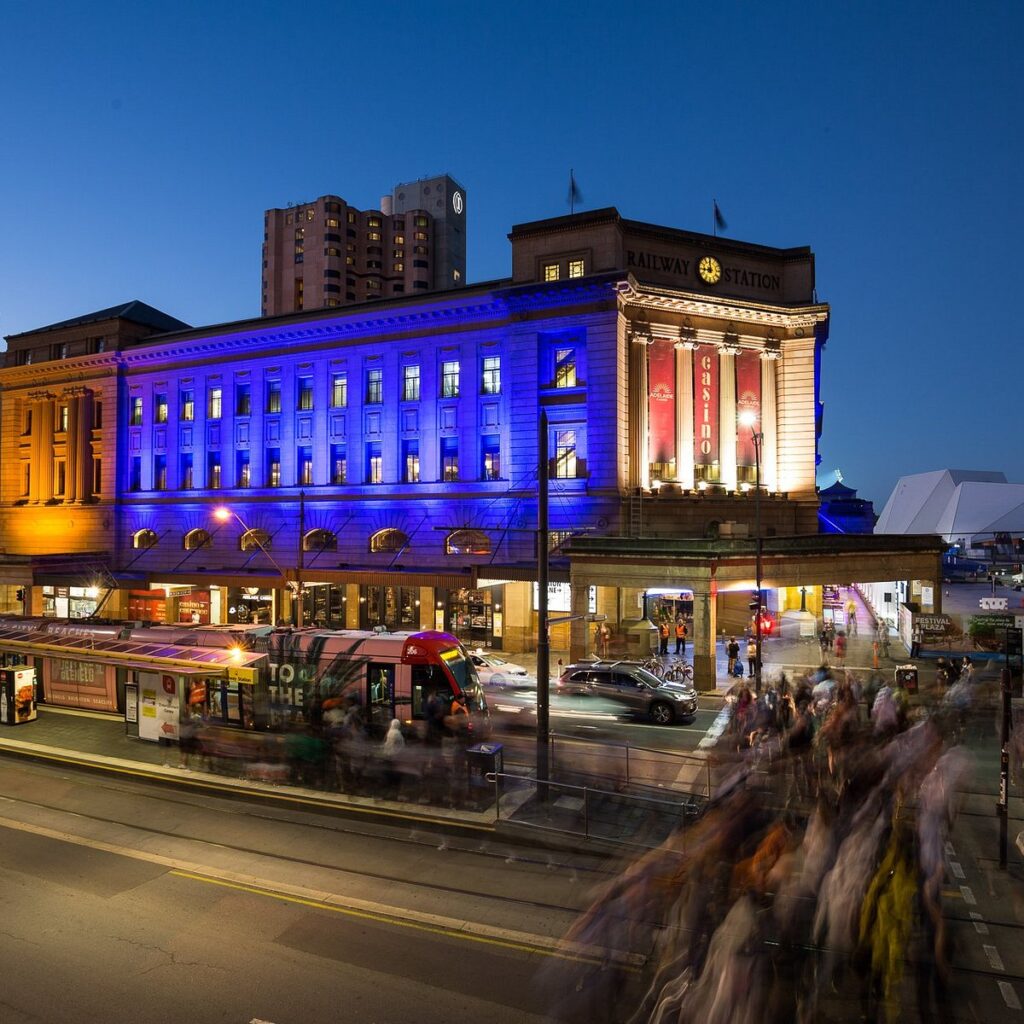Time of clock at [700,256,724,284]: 8:59
